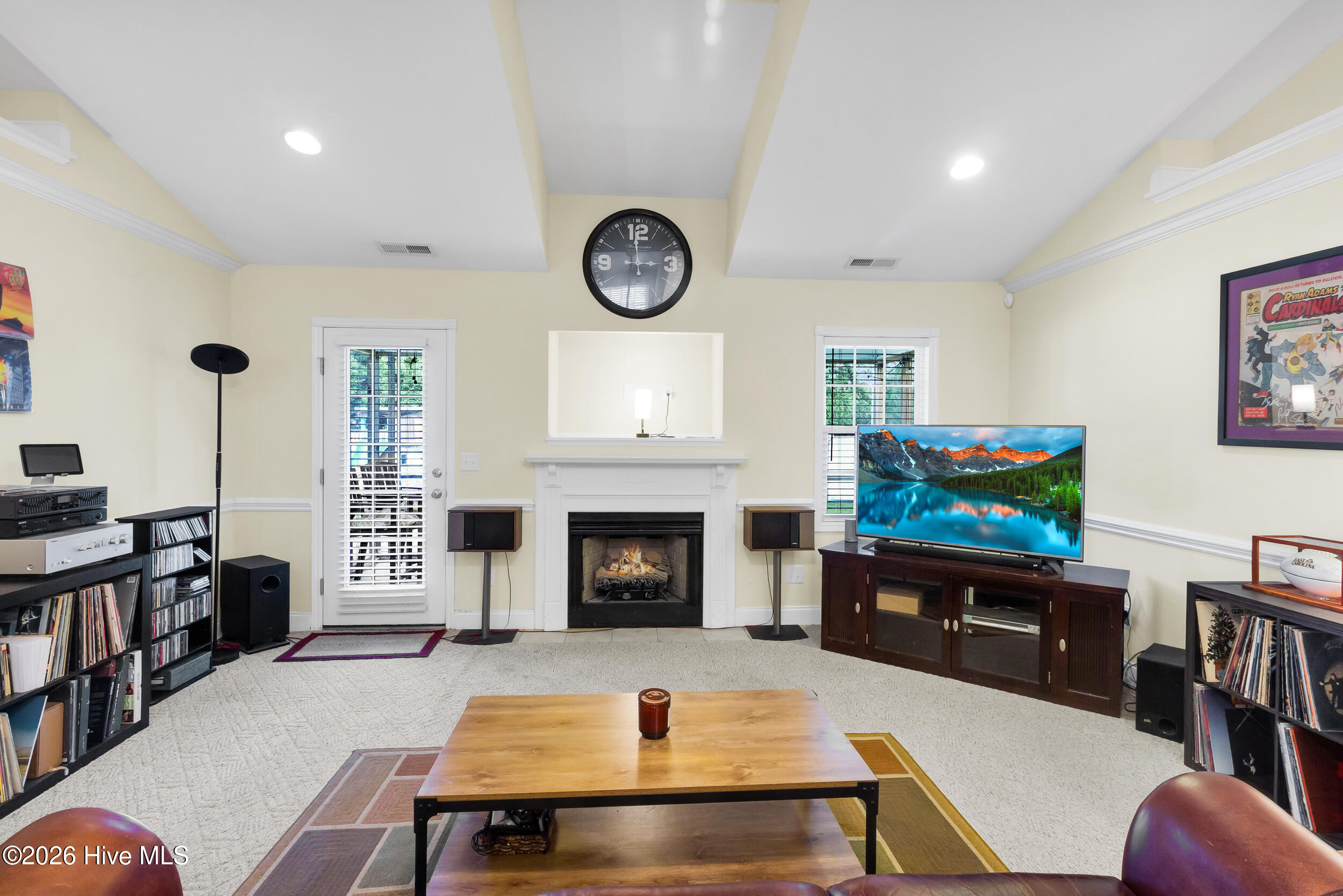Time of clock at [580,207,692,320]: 2:58
